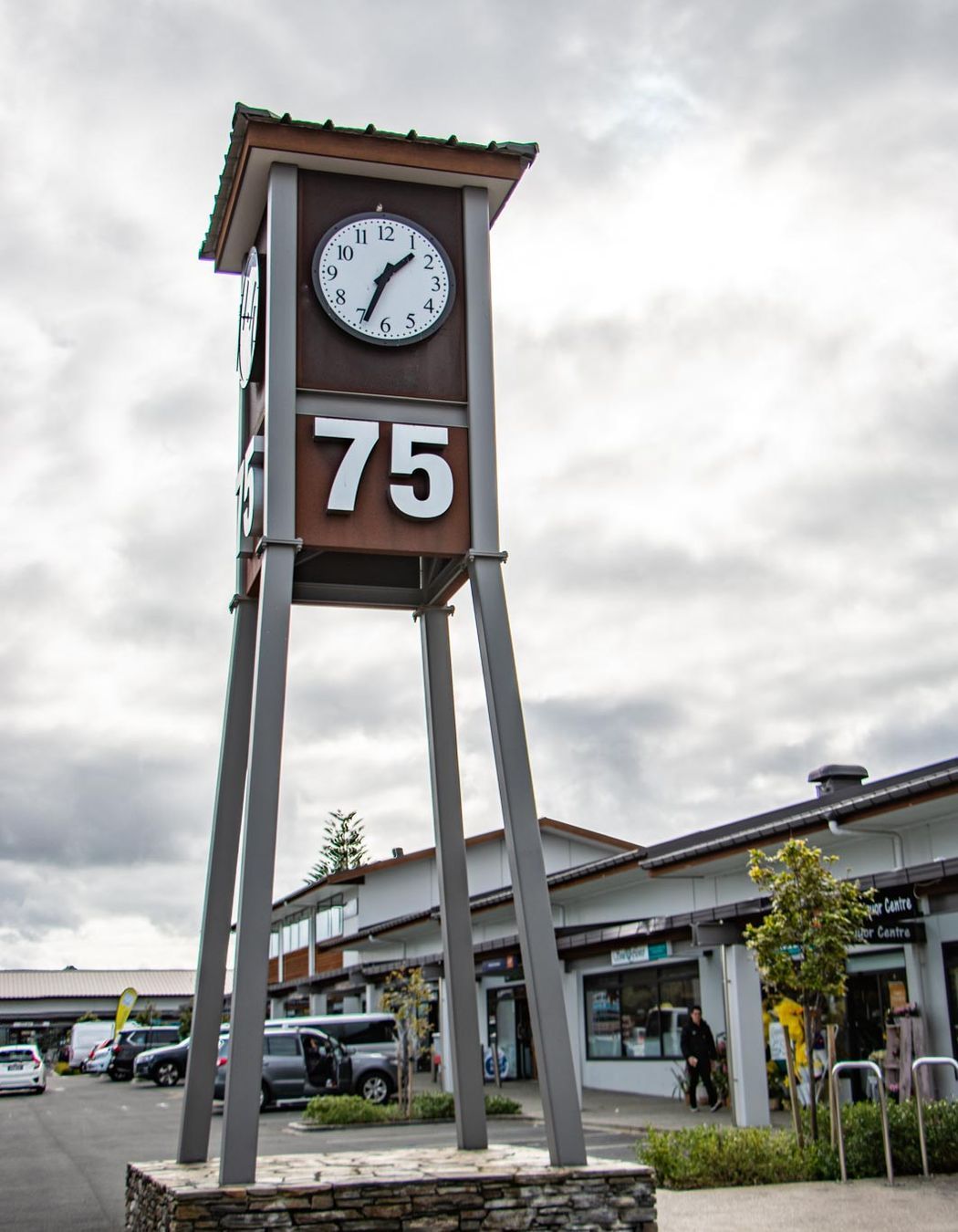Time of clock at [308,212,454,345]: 1:33
